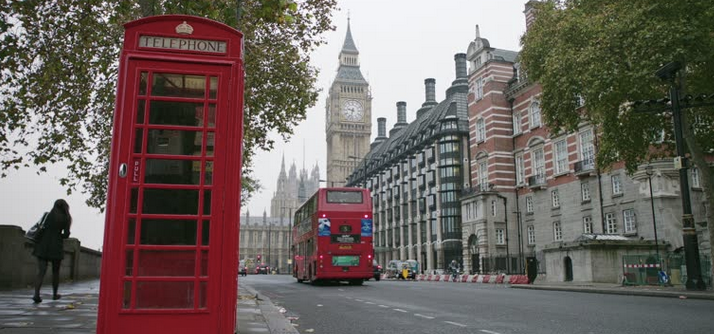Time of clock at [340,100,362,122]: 9:32
